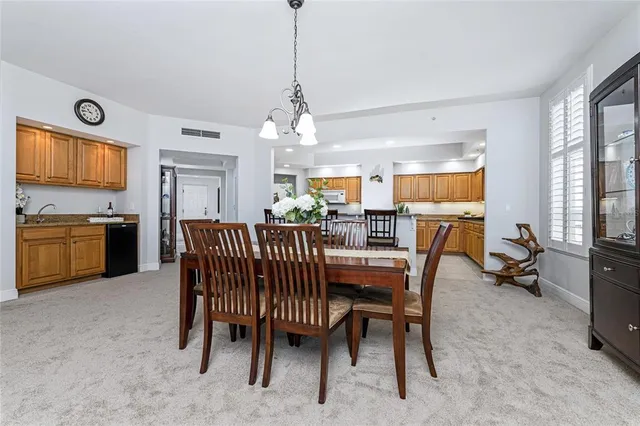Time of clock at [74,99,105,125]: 10:45
